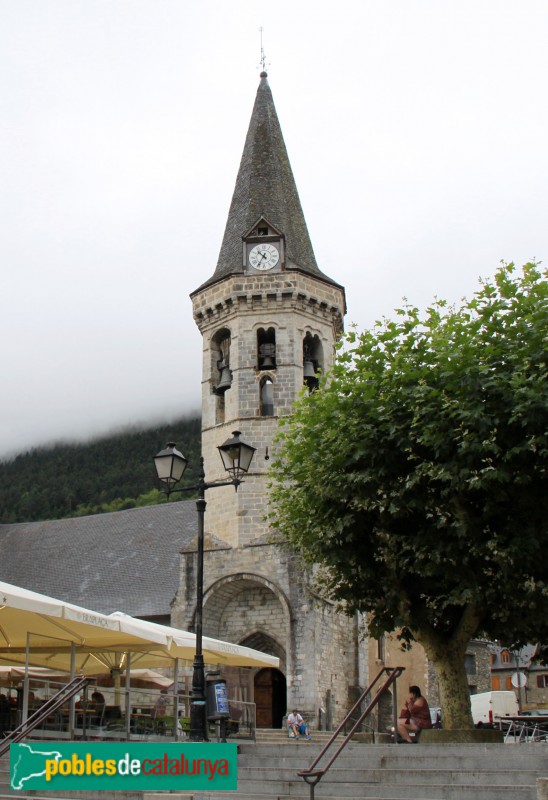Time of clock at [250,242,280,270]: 10:35
